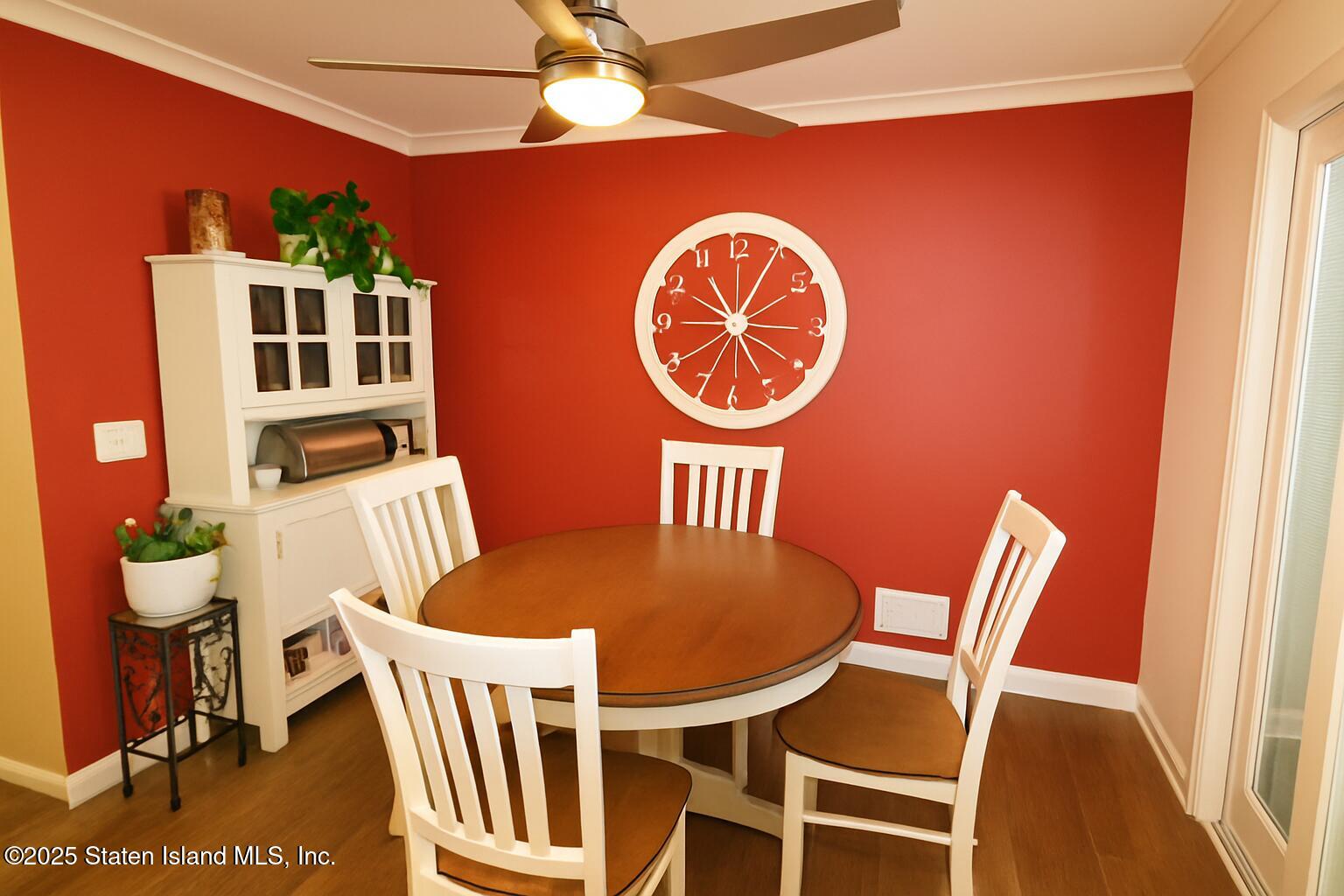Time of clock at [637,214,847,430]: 11:04
